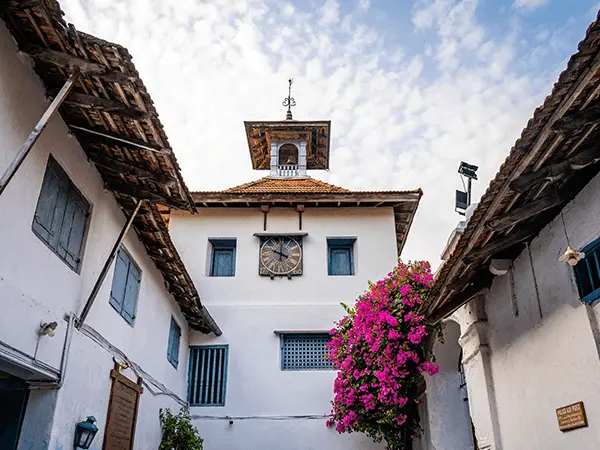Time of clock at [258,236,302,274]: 10:00
